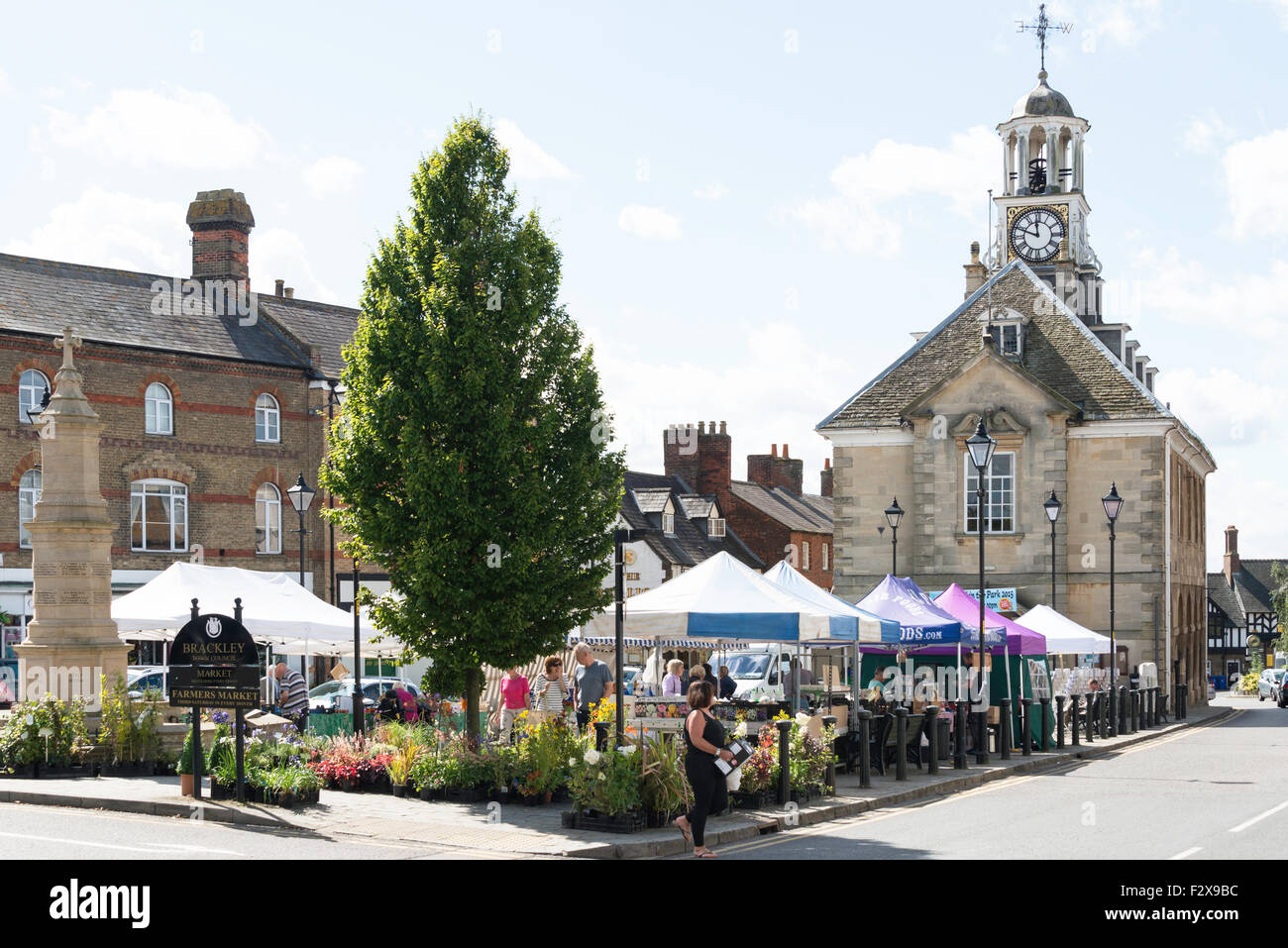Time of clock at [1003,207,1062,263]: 11:48
